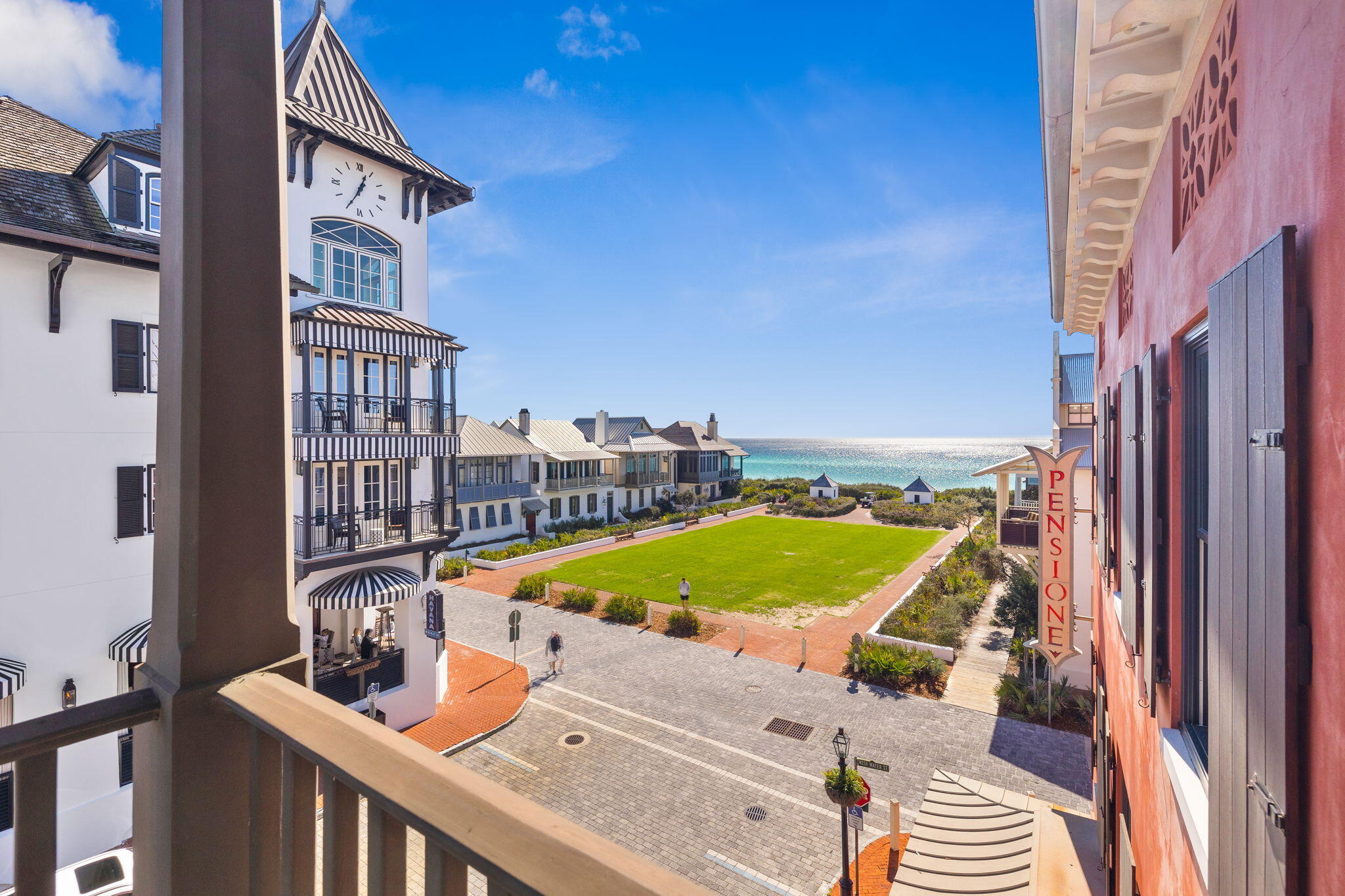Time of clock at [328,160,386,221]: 12:34
